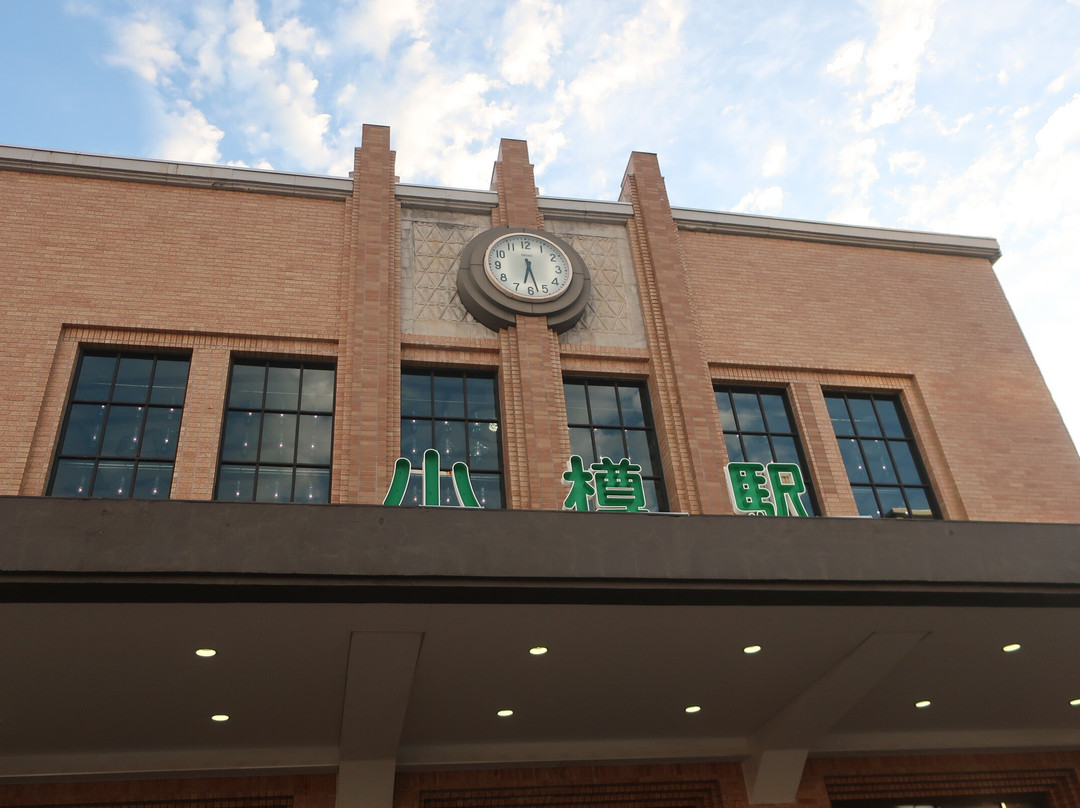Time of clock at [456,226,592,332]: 6:27
